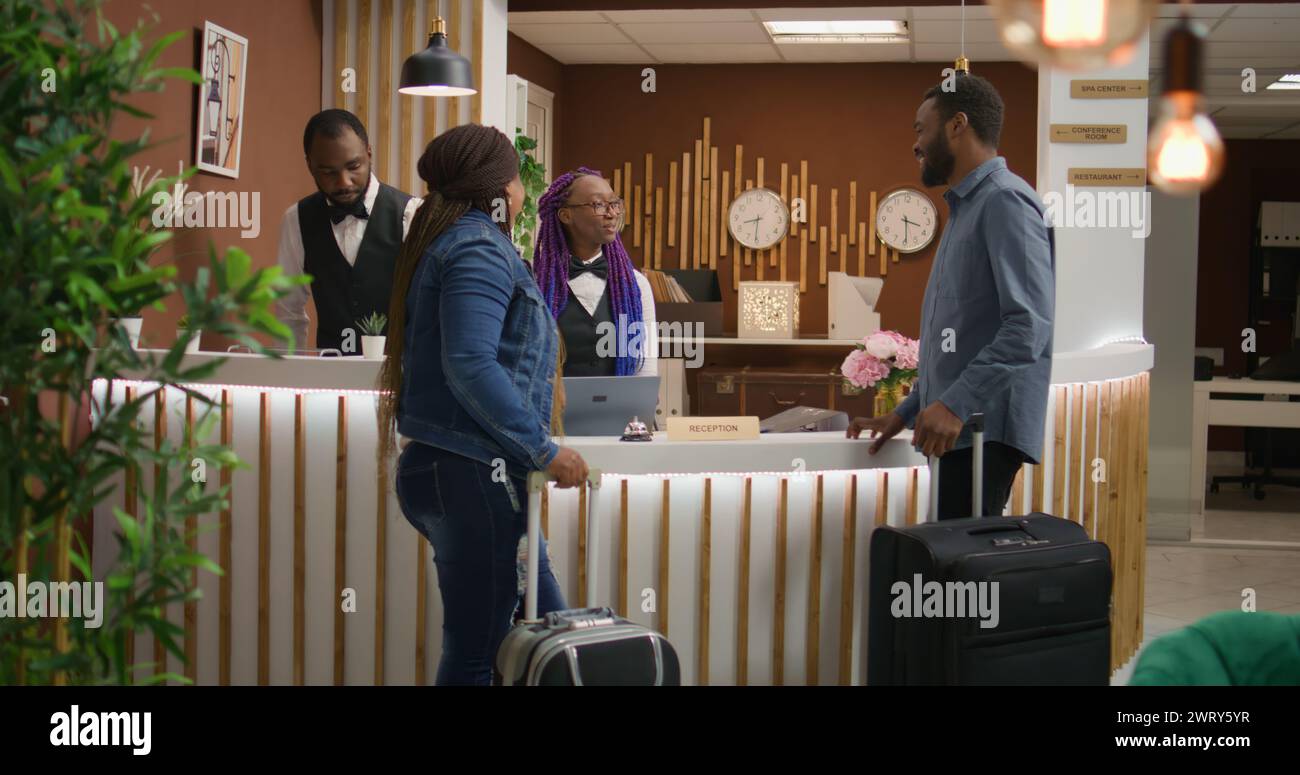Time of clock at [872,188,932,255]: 3:29
